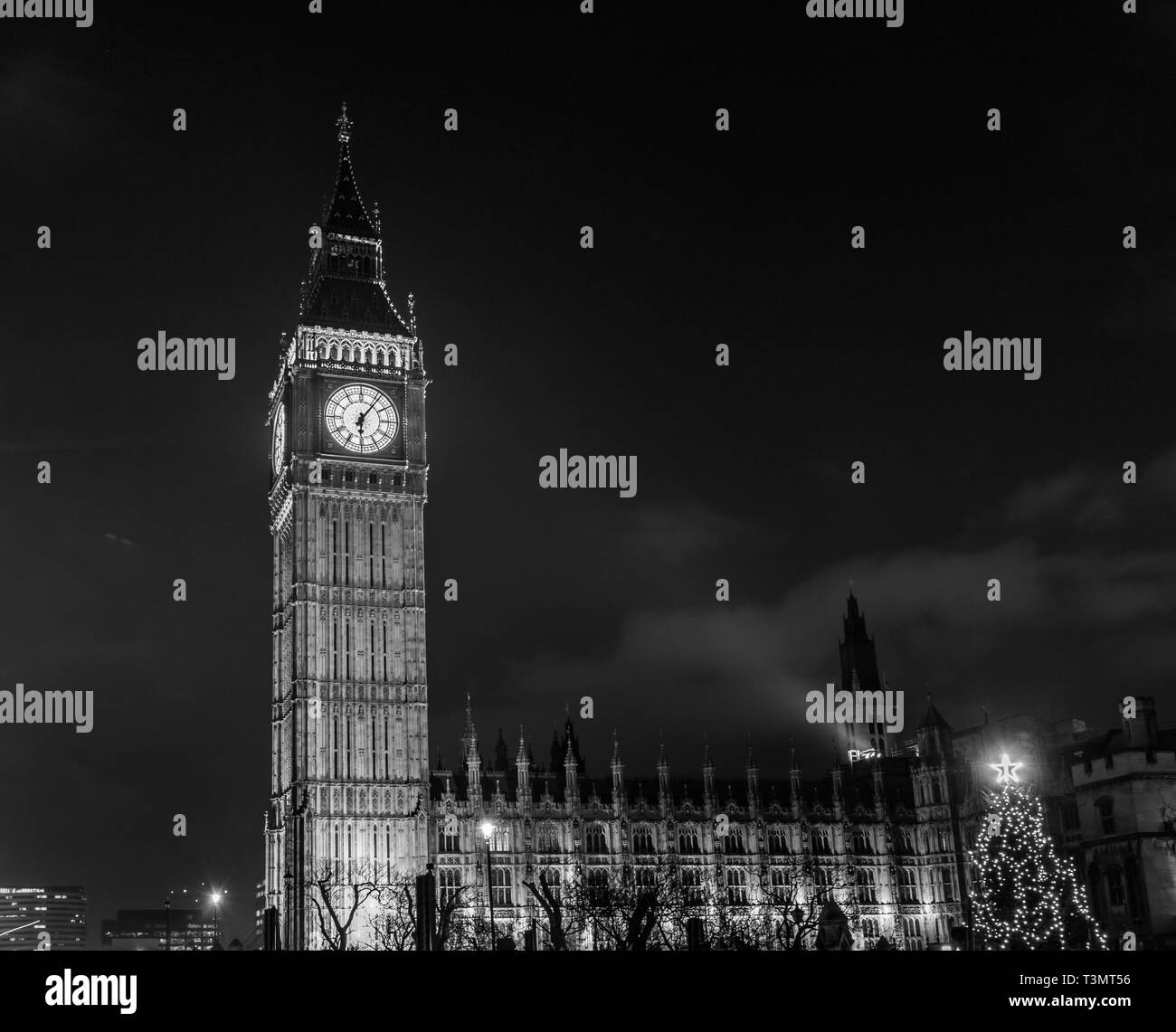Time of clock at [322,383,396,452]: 6:06
